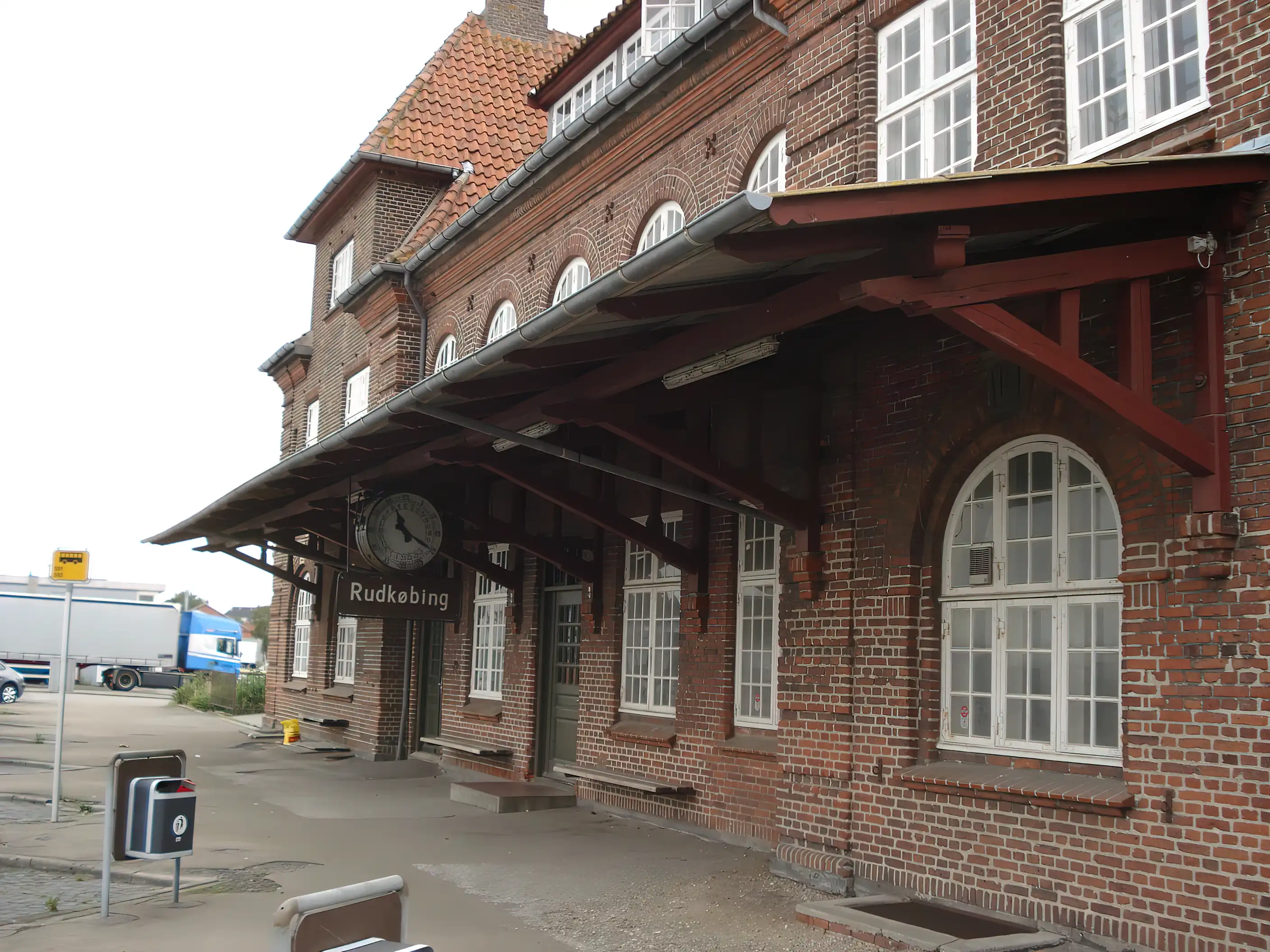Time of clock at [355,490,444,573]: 11:20
